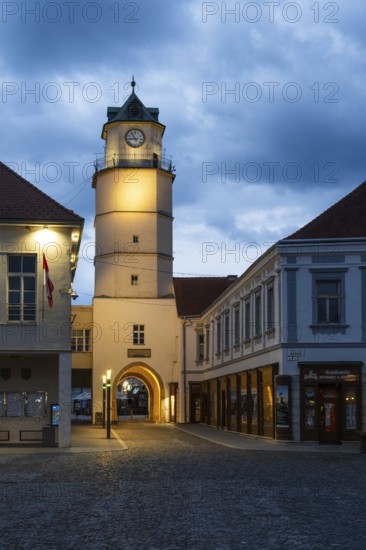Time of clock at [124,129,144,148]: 8:54
